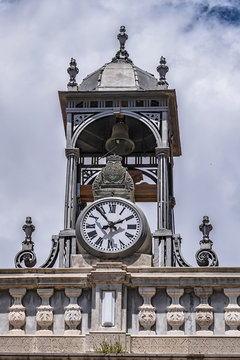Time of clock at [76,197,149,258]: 1:53
